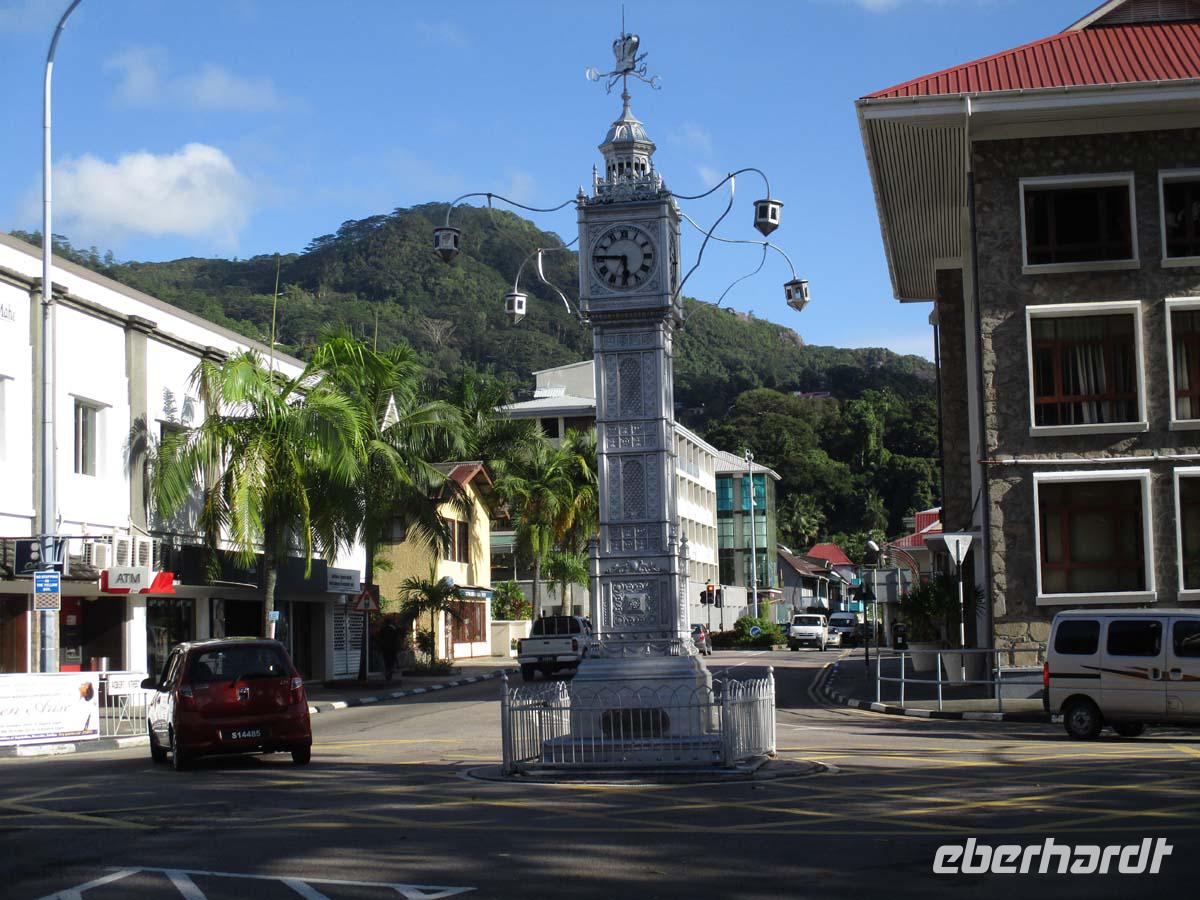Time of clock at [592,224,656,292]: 5:45
